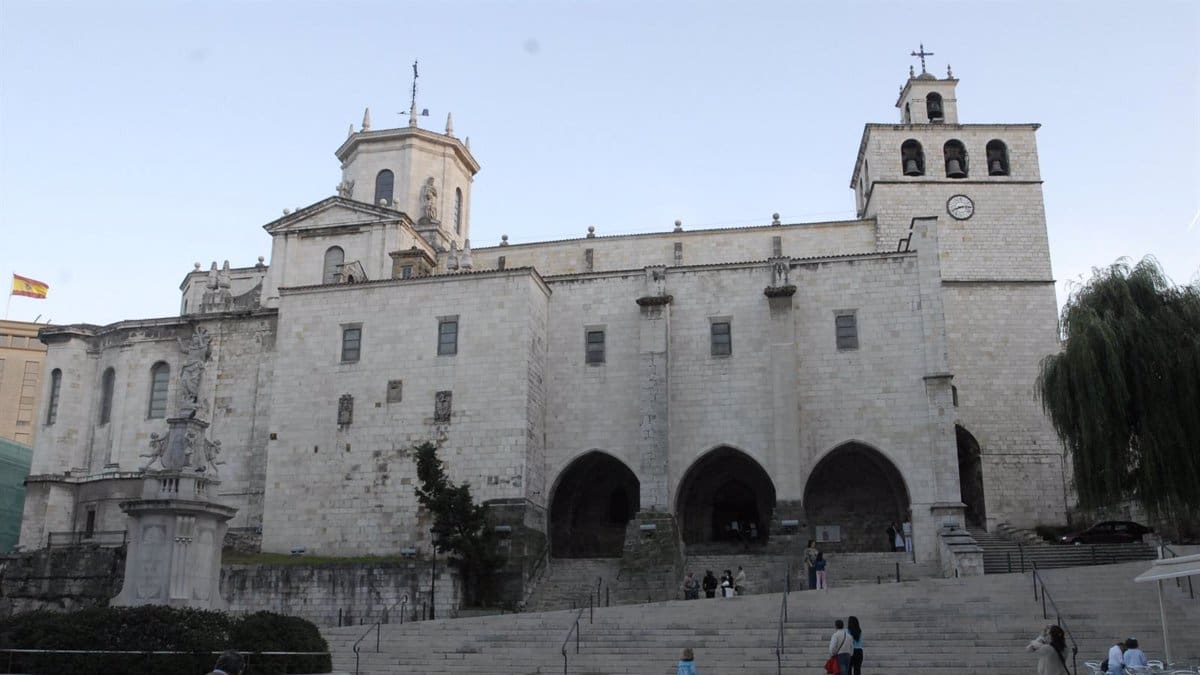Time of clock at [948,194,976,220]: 8:14
